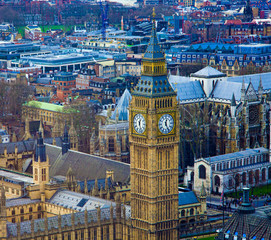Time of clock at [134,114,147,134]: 12:26
